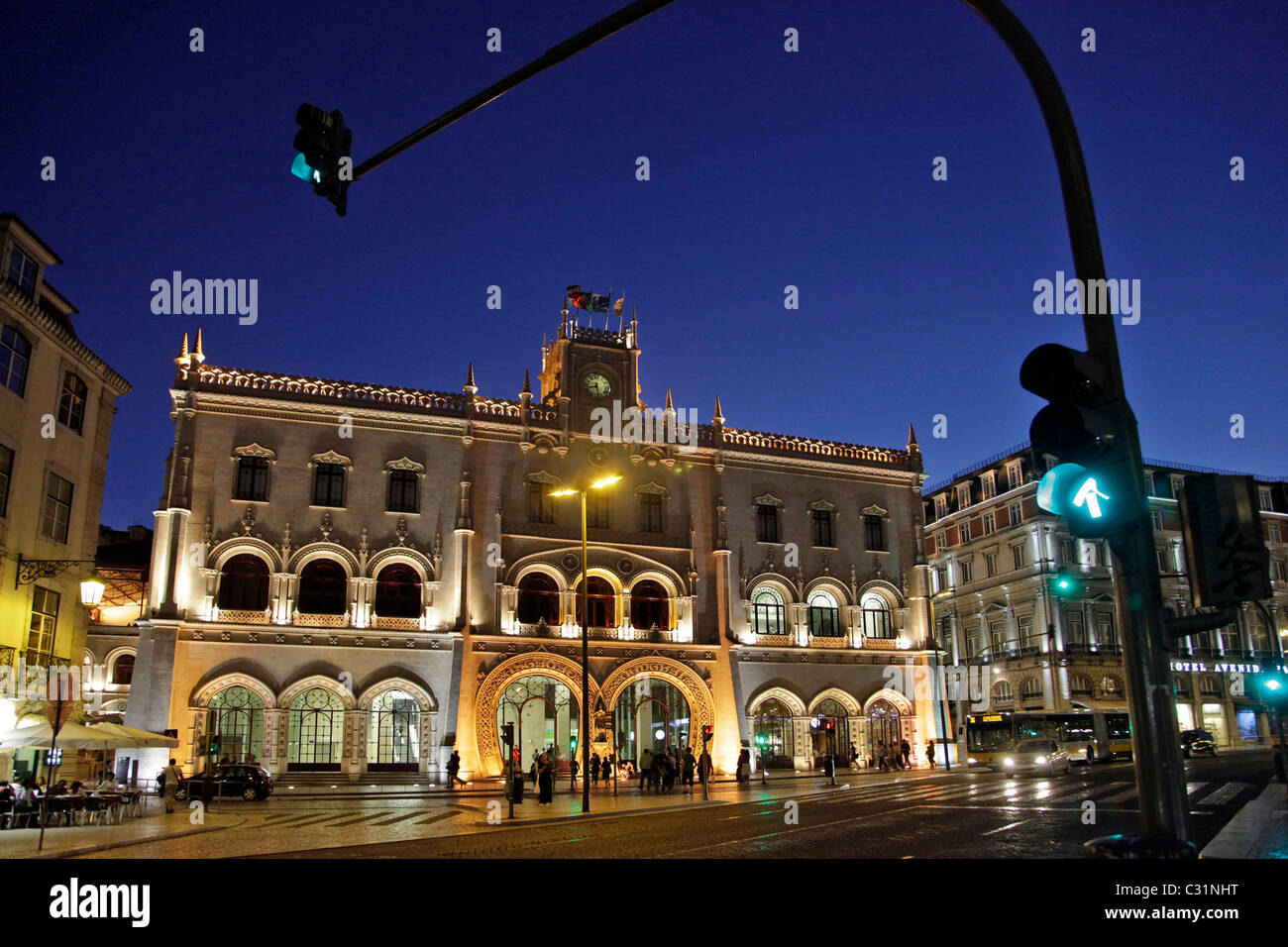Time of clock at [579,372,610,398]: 8:27
